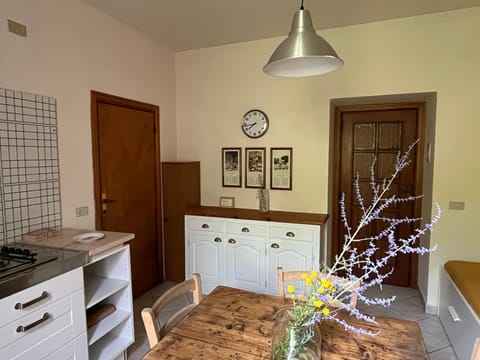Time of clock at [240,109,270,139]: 7:43
